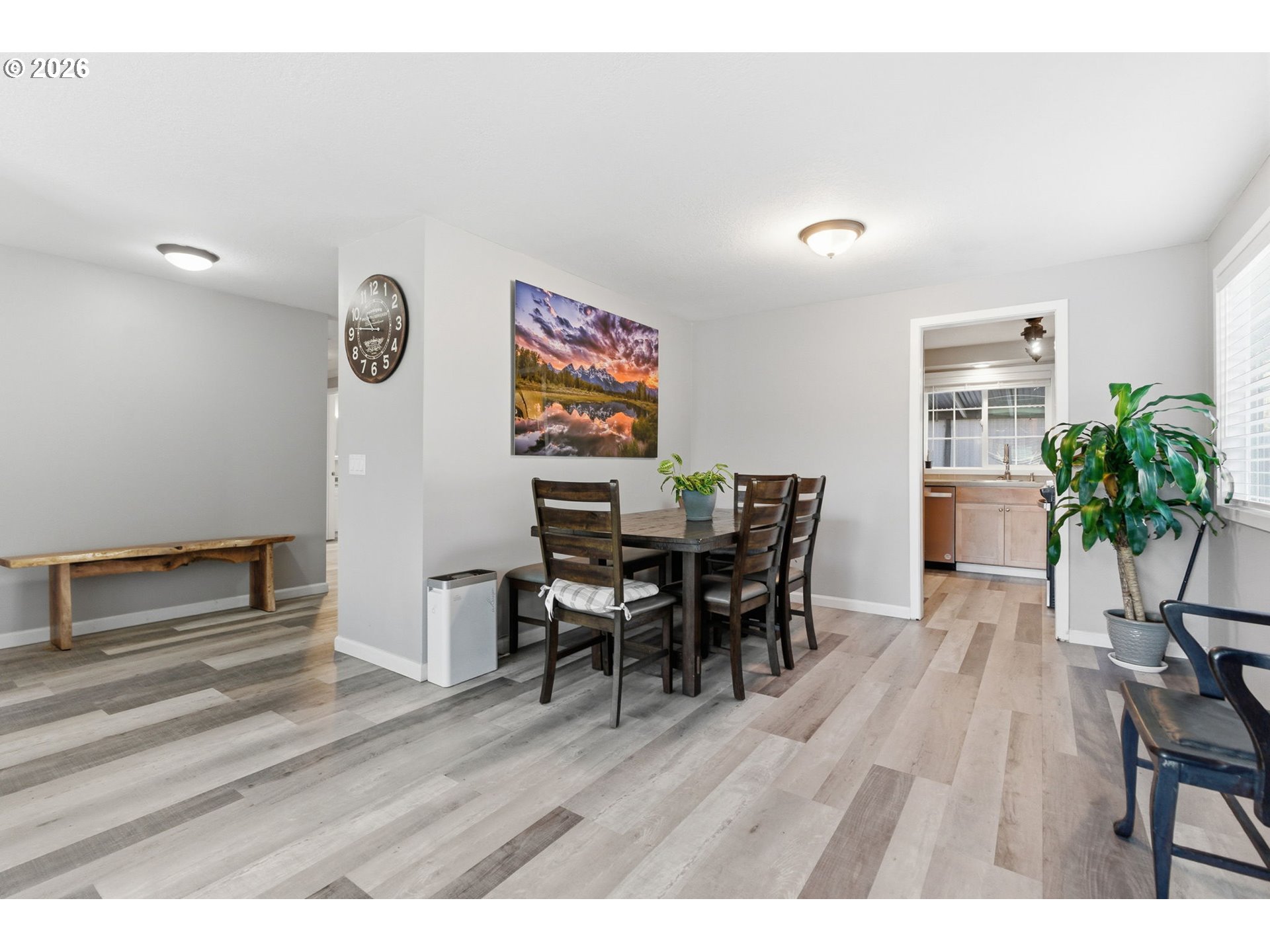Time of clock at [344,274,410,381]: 10:46
